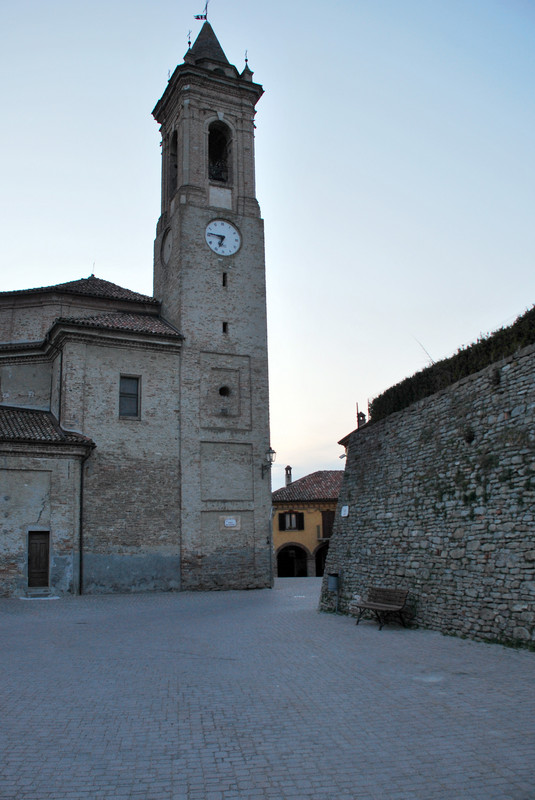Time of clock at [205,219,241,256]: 6:46
